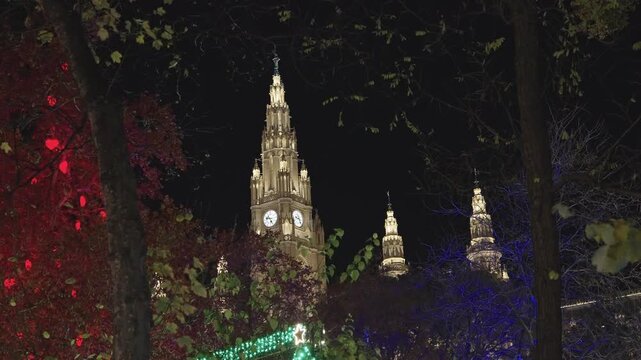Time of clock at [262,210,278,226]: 9:25
